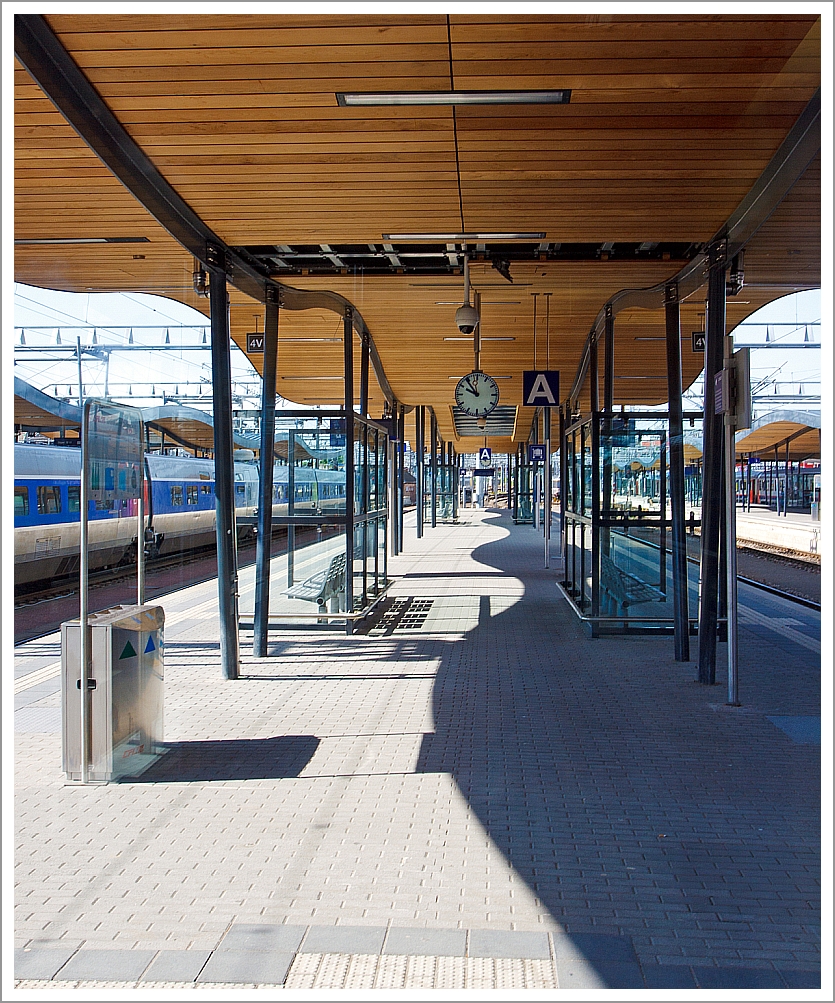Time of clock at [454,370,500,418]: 9:54
